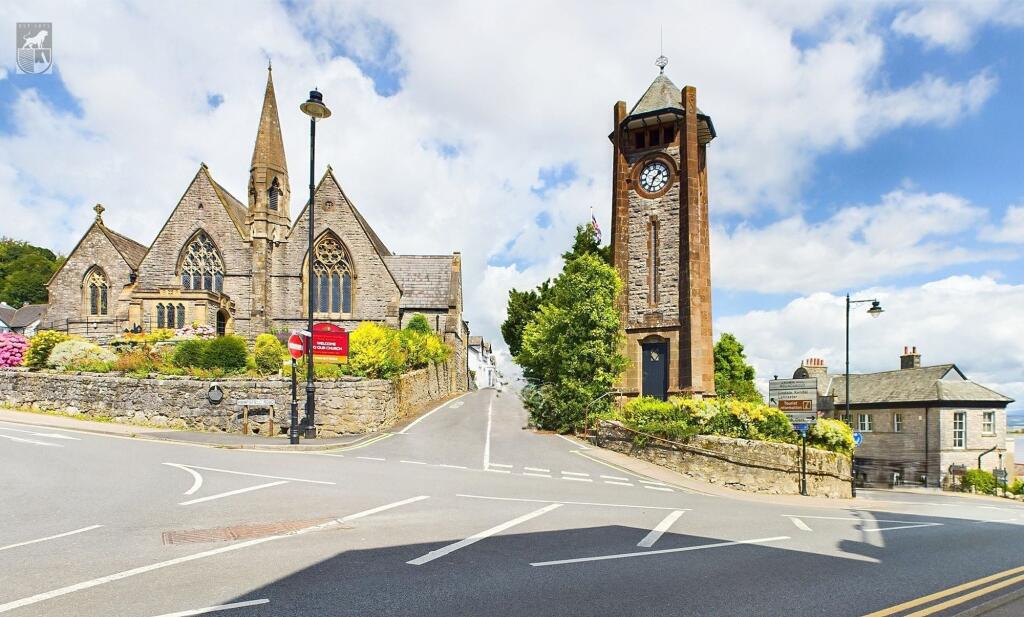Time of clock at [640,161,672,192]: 1:33
